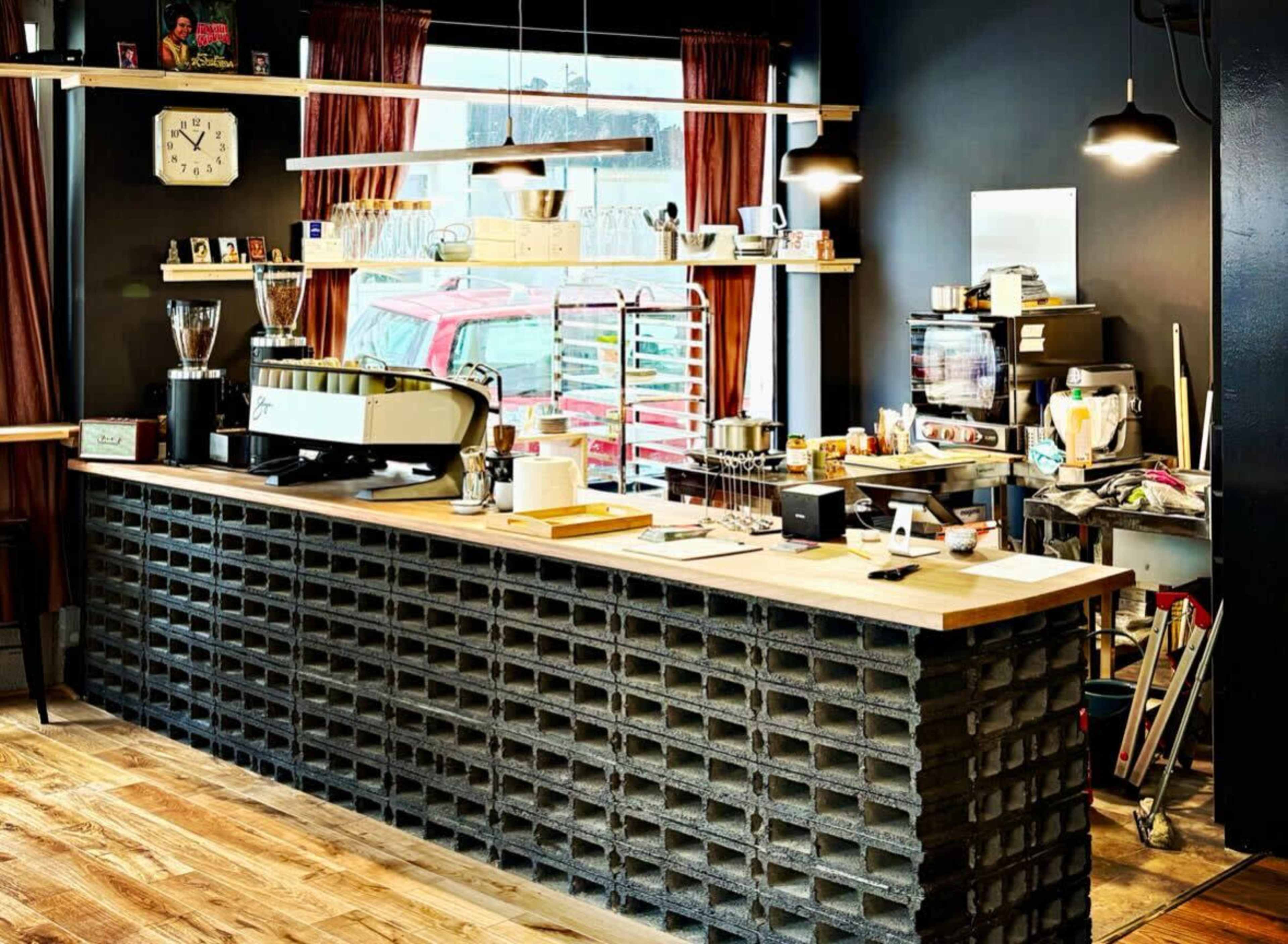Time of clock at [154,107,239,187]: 12:52
